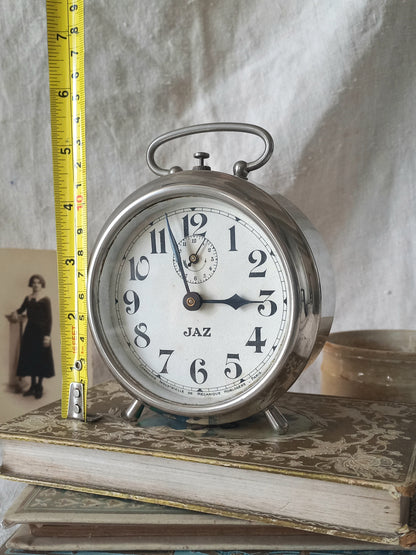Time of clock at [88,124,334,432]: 2:57
